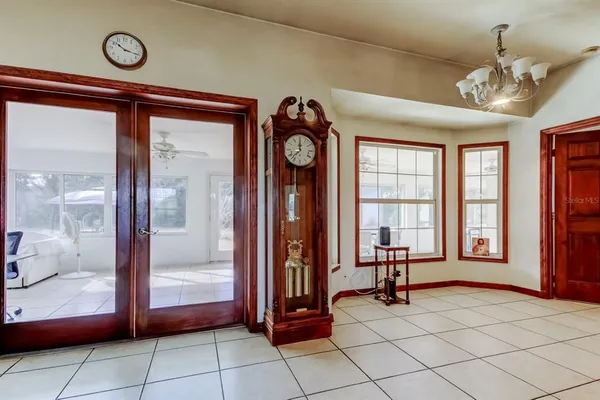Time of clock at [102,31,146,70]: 10:17
